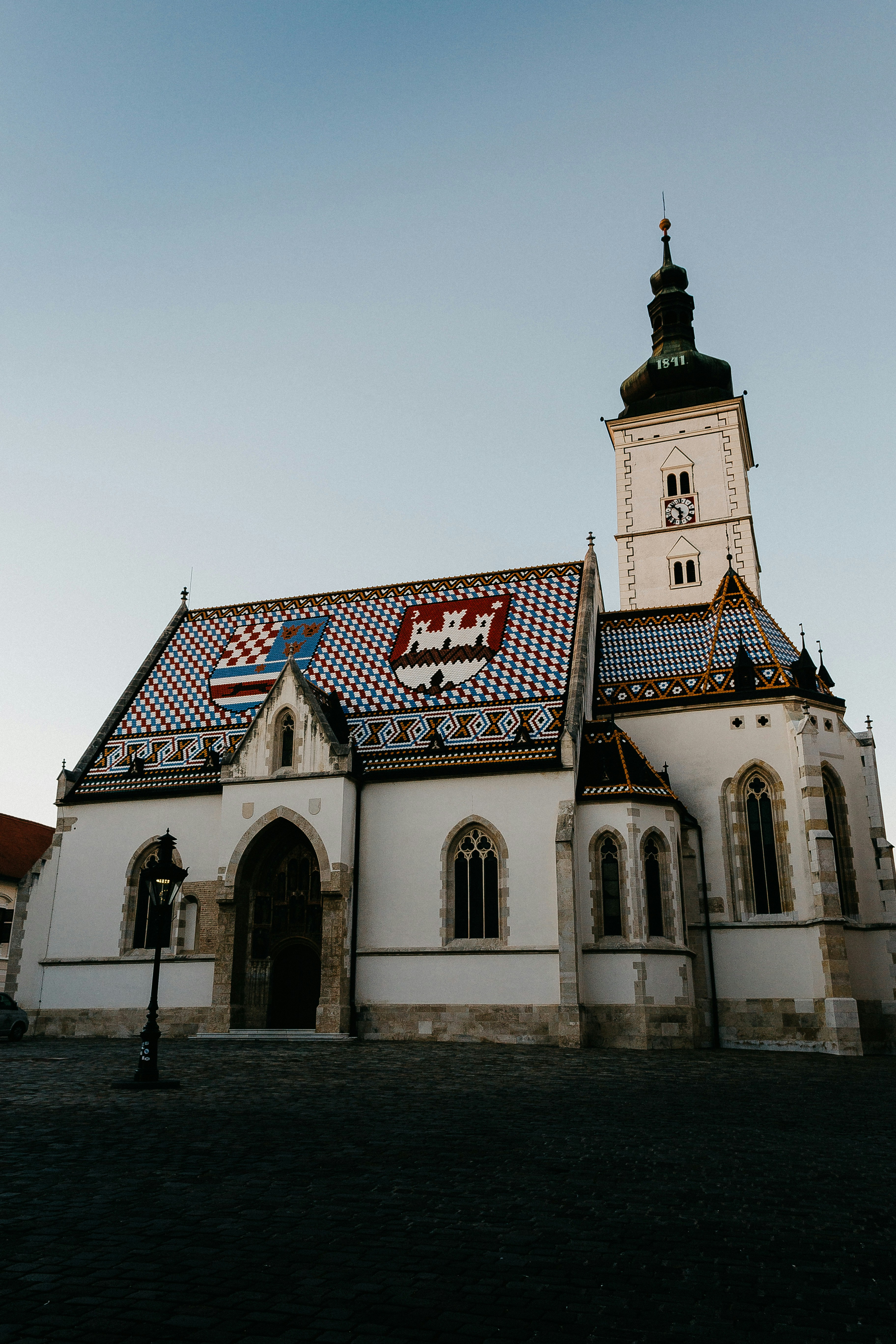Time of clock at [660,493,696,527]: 5:51
